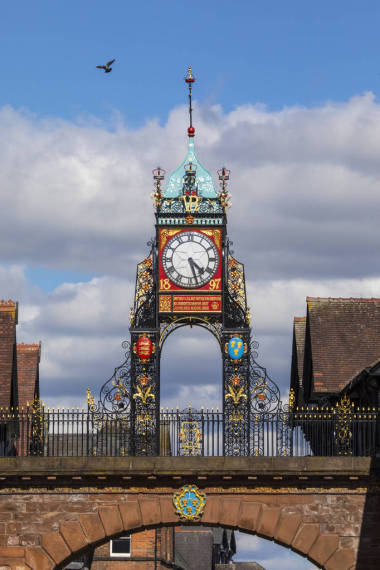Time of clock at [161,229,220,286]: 4:27
